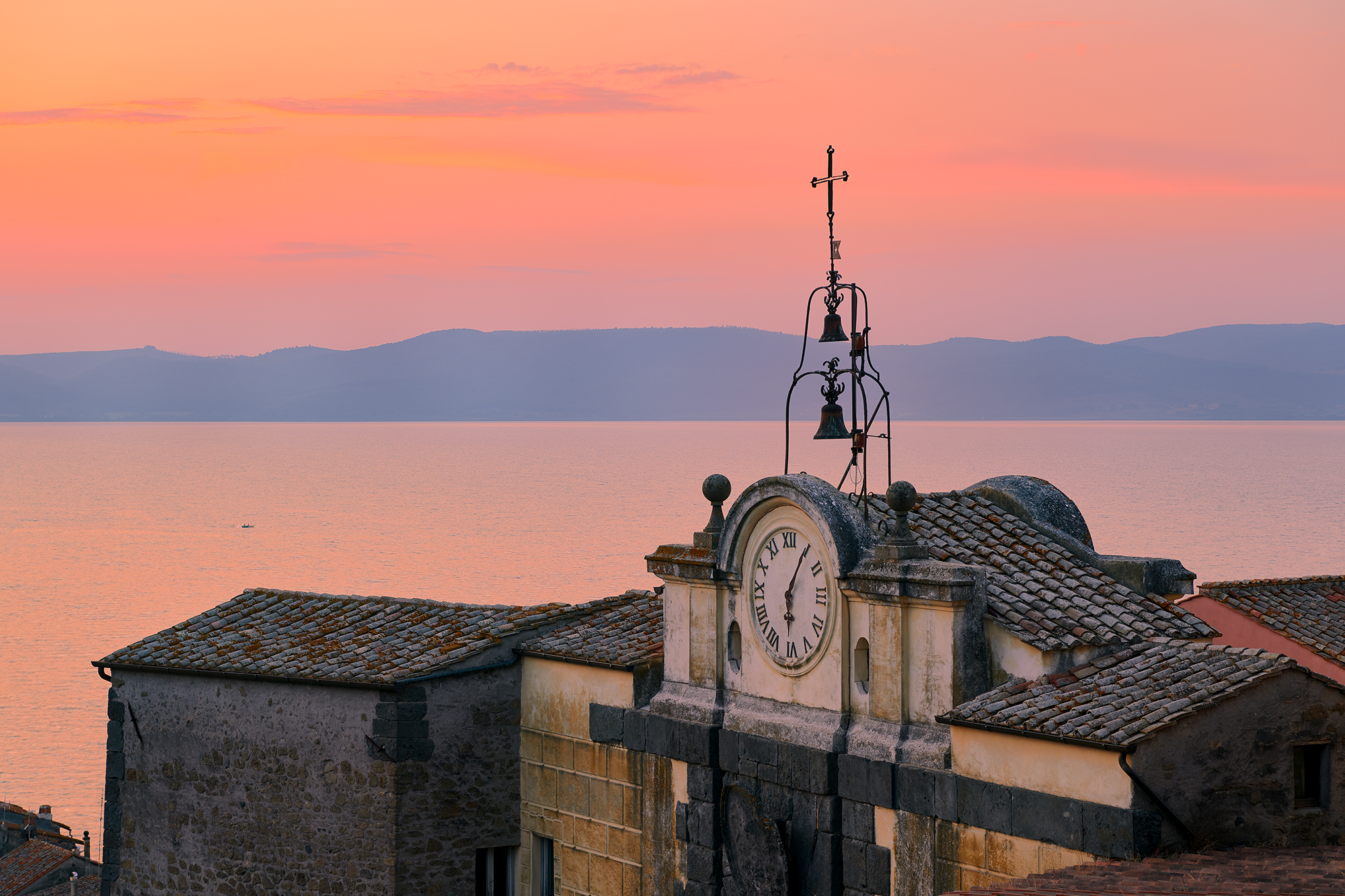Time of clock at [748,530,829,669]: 6:05
